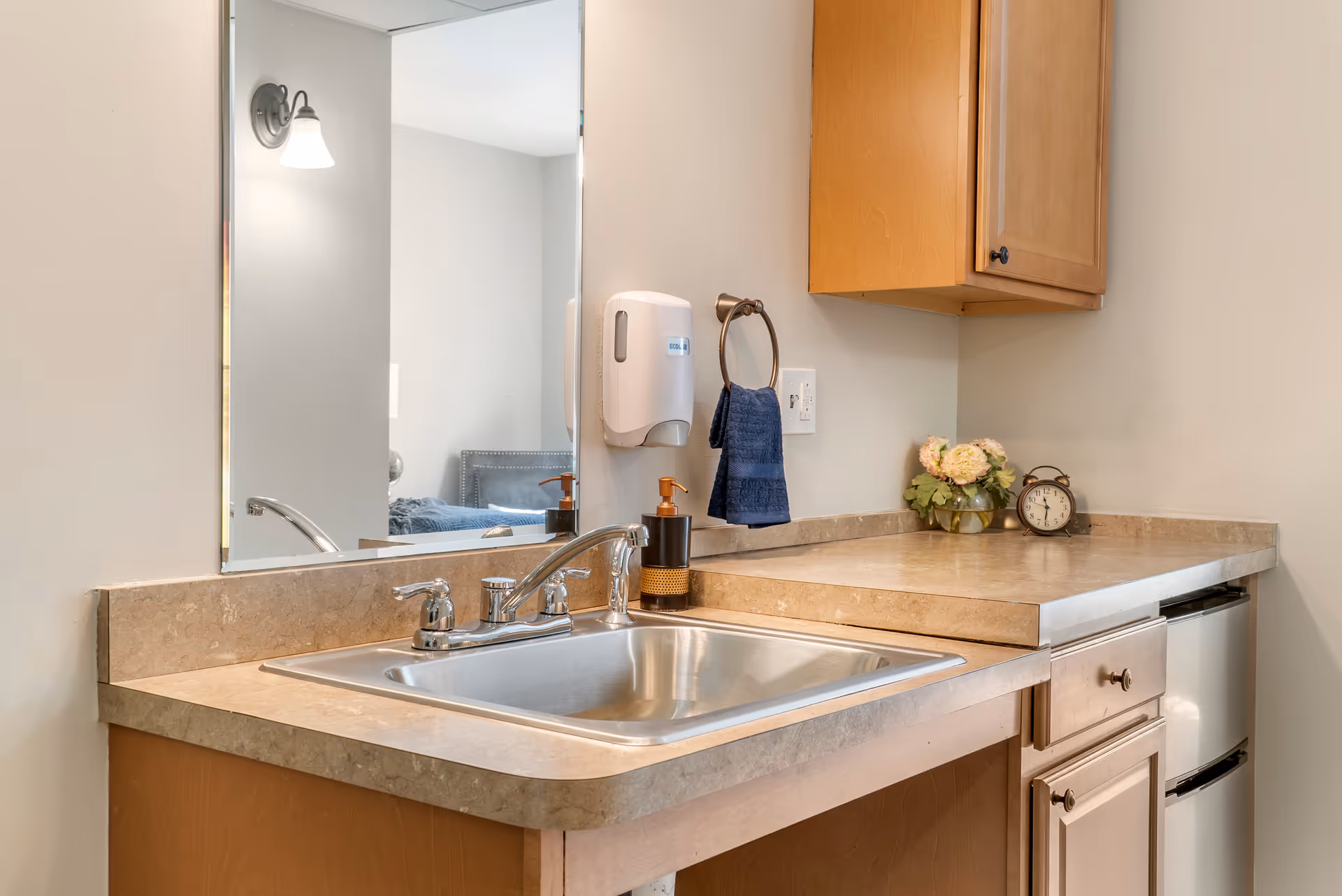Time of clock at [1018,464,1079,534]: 11:31
